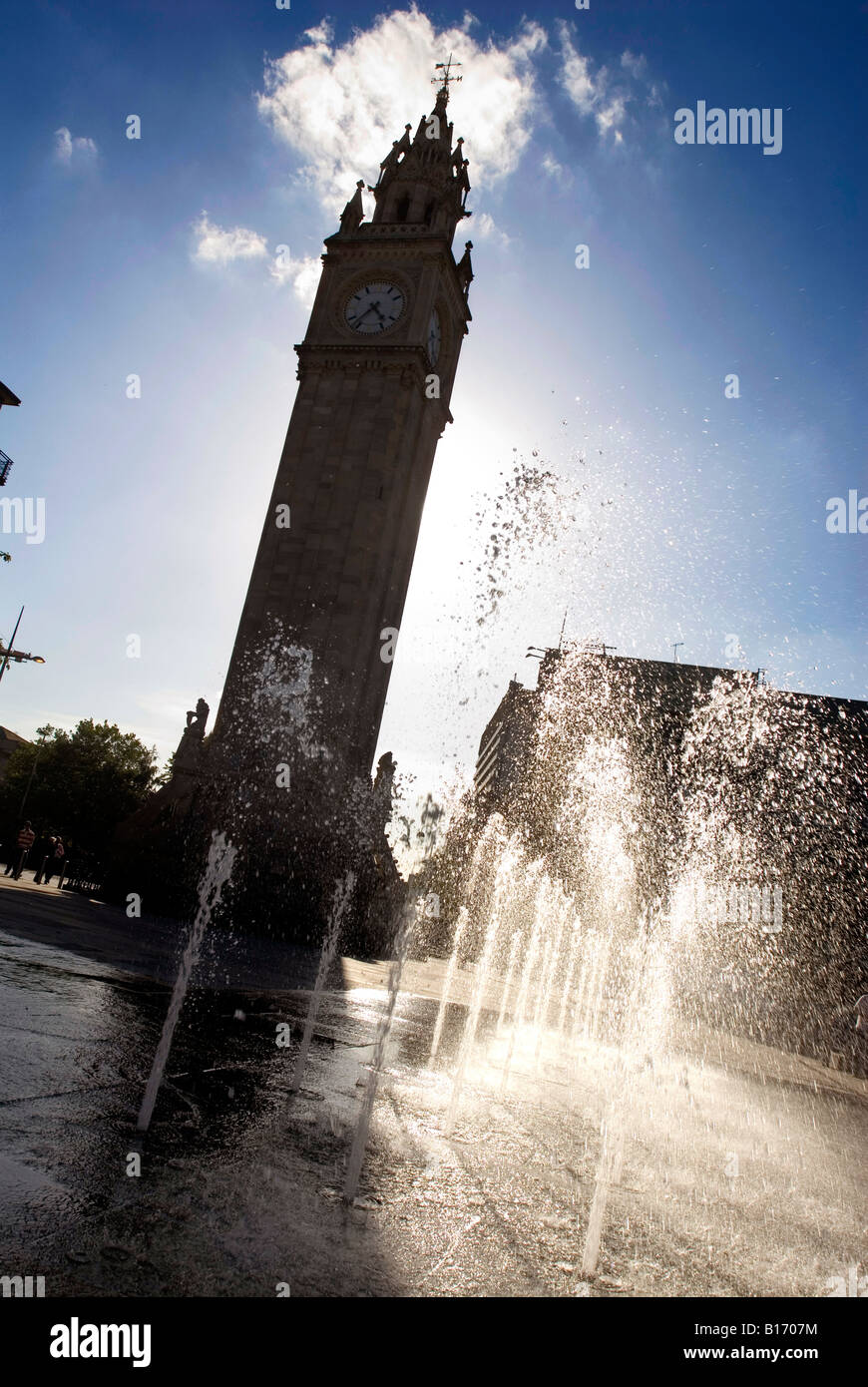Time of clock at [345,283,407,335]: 4:37
